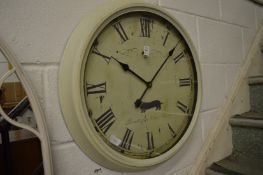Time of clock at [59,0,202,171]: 10:07
